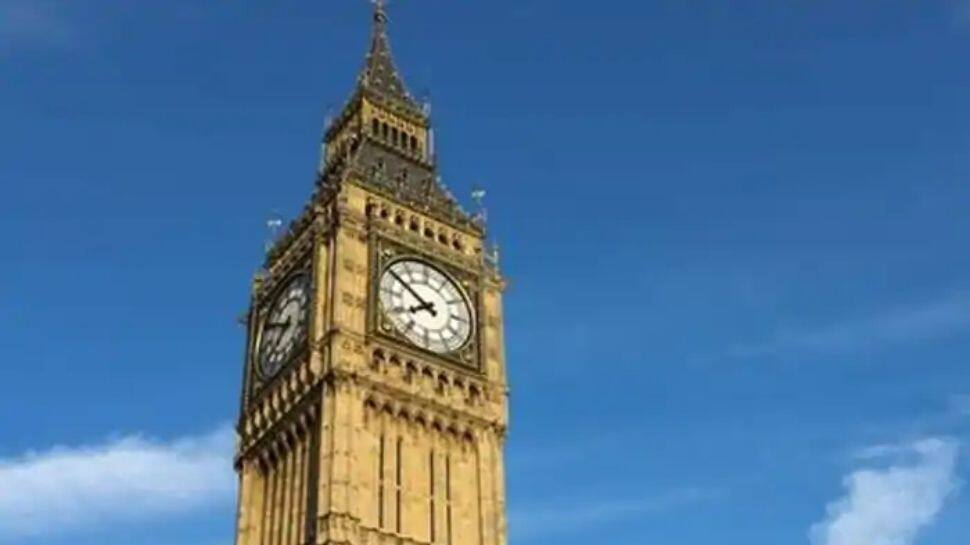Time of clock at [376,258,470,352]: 7:50
